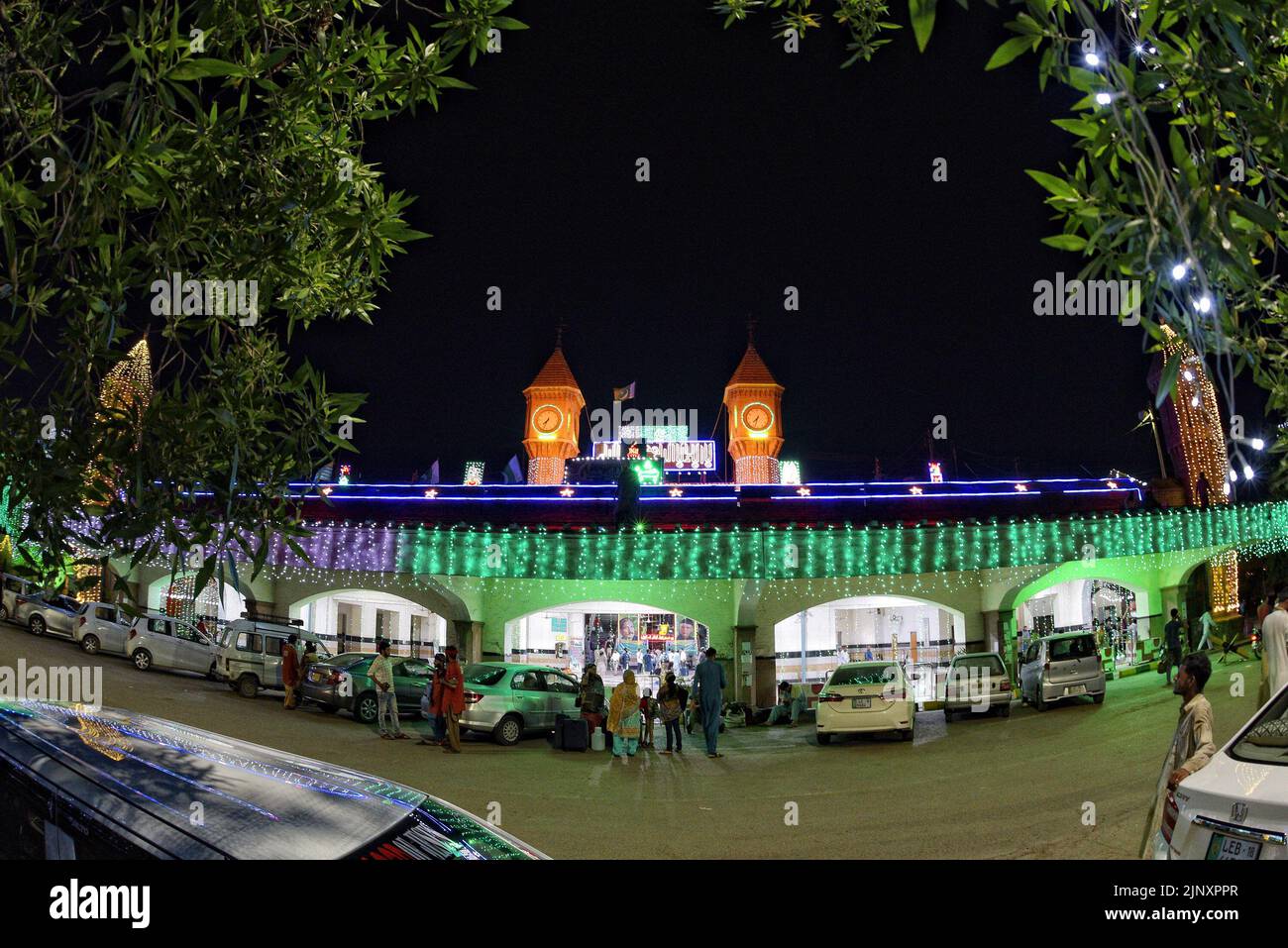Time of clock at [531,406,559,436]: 7:33
